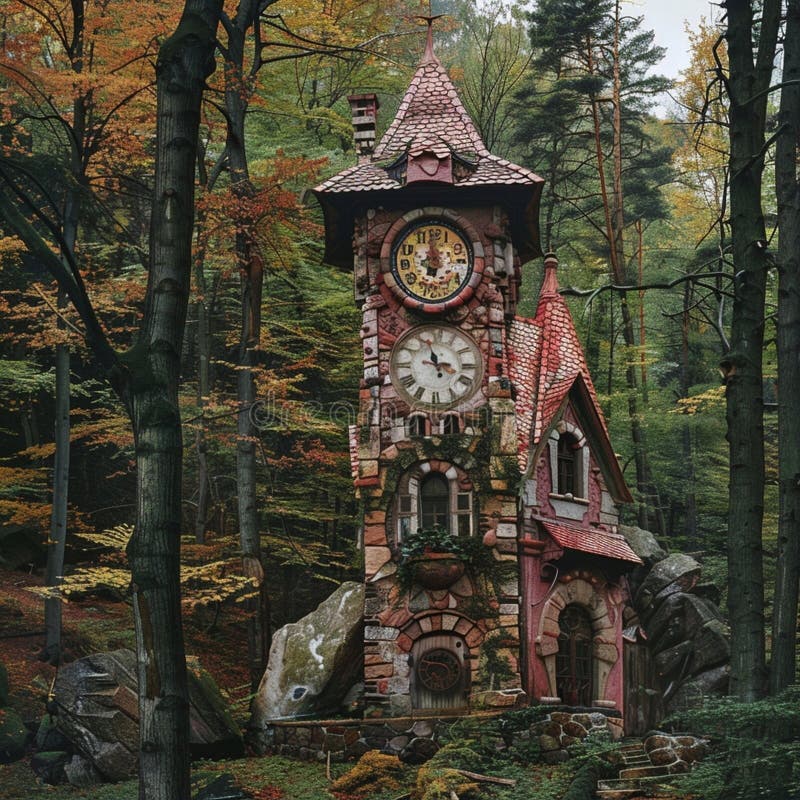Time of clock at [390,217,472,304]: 6:59
